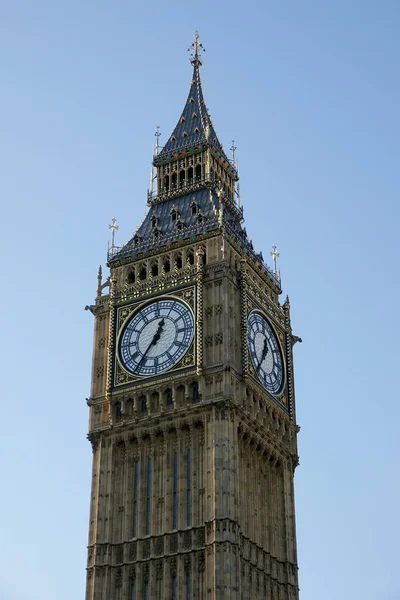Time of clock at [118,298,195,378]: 12:36
